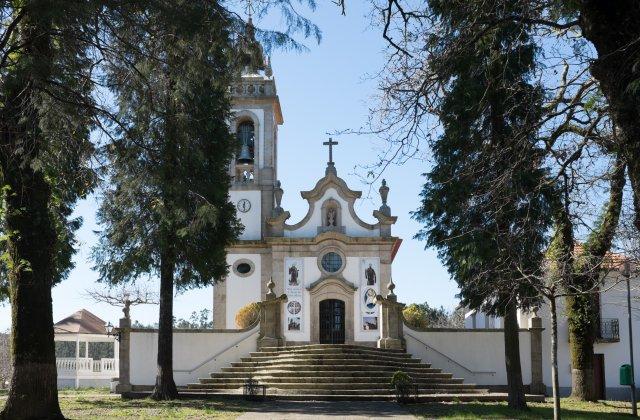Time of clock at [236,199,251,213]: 12:28
